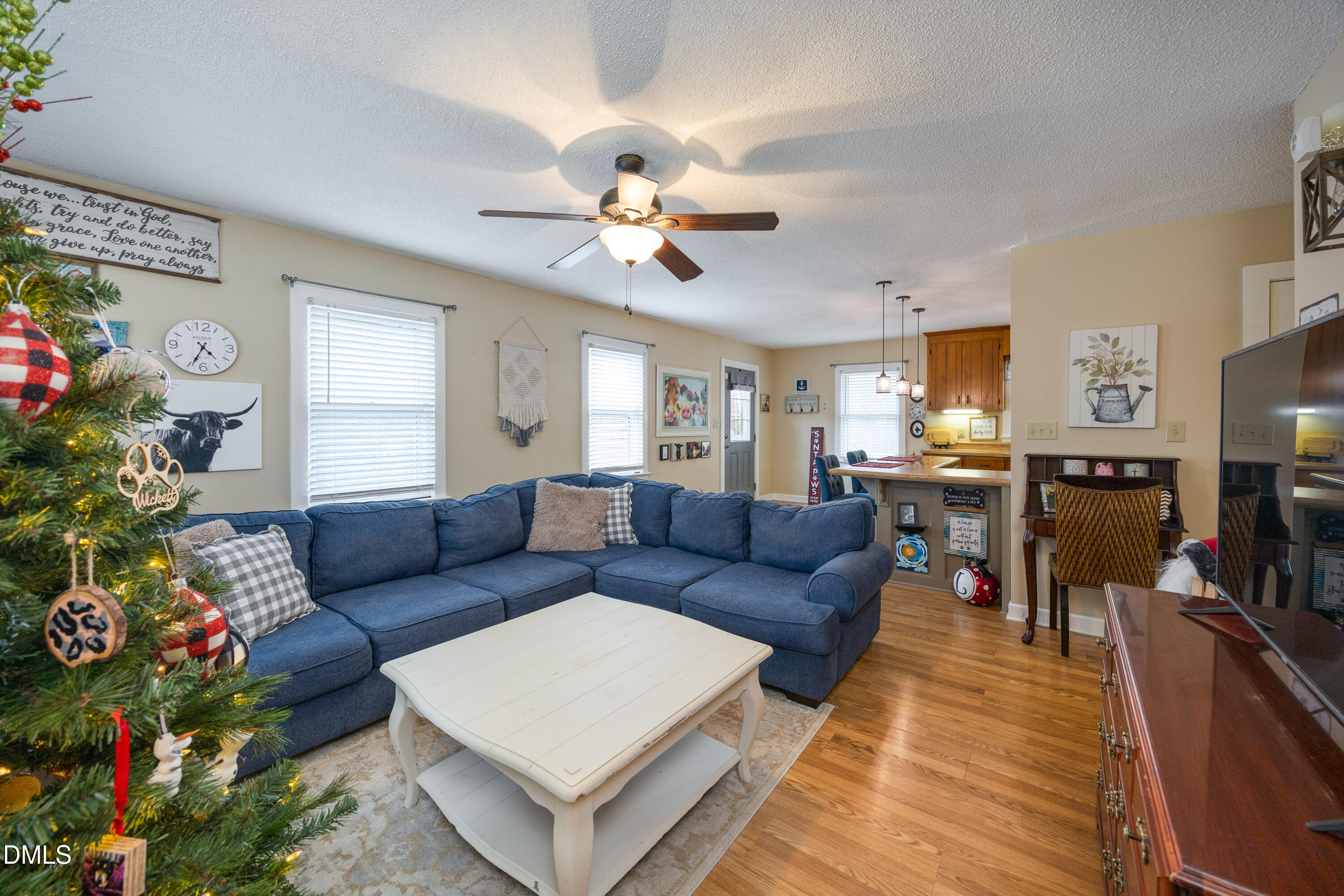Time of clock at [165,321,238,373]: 4:34
